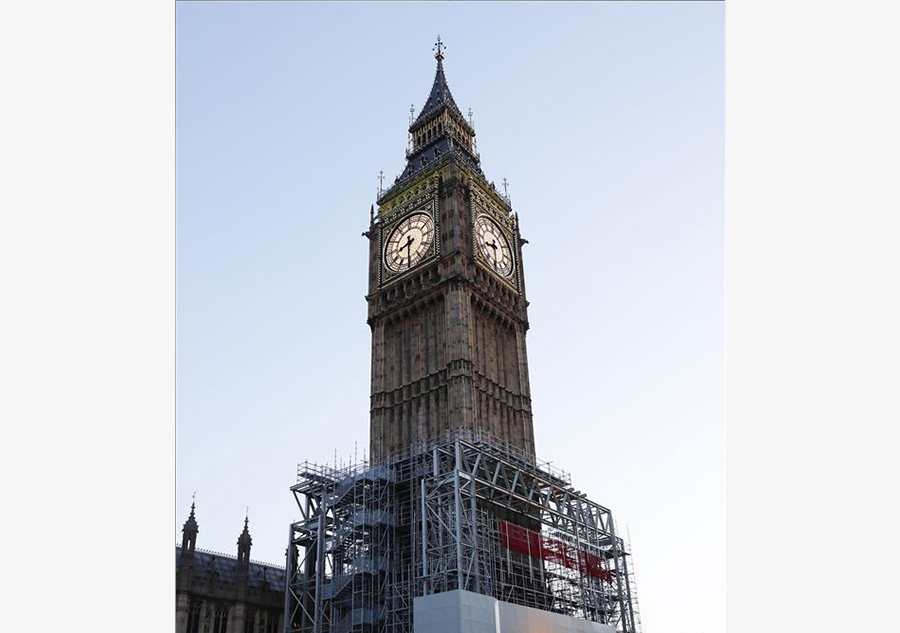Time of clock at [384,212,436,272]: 8:30
